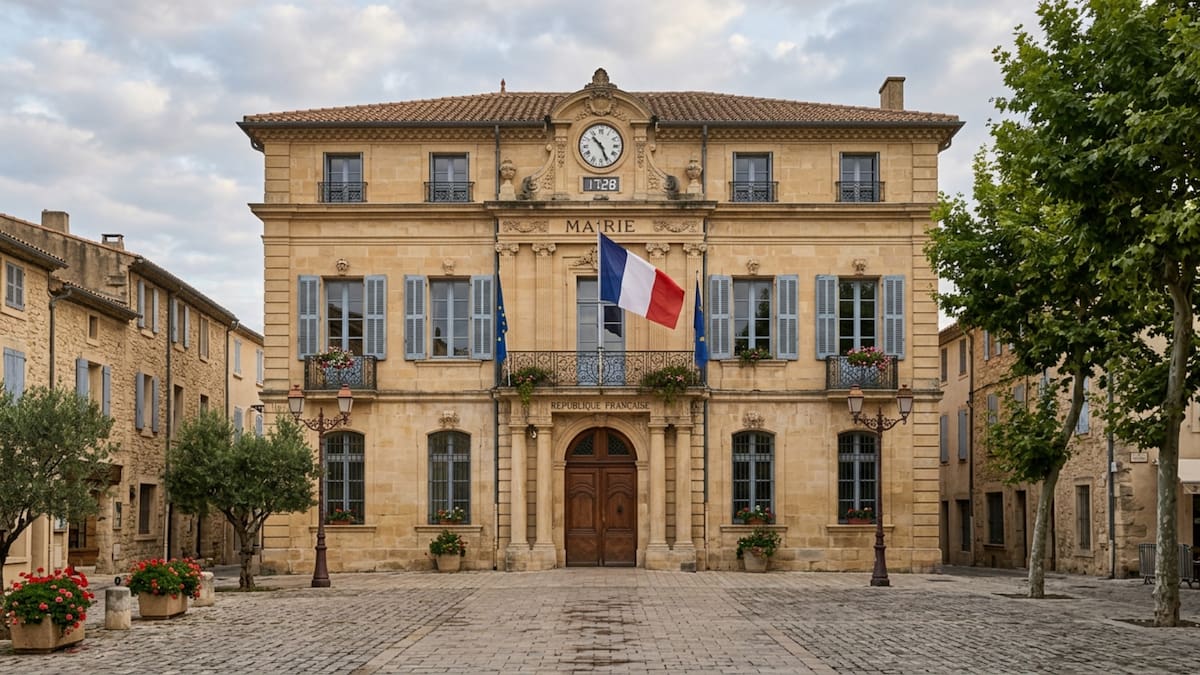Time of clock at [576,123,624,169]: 10:26
